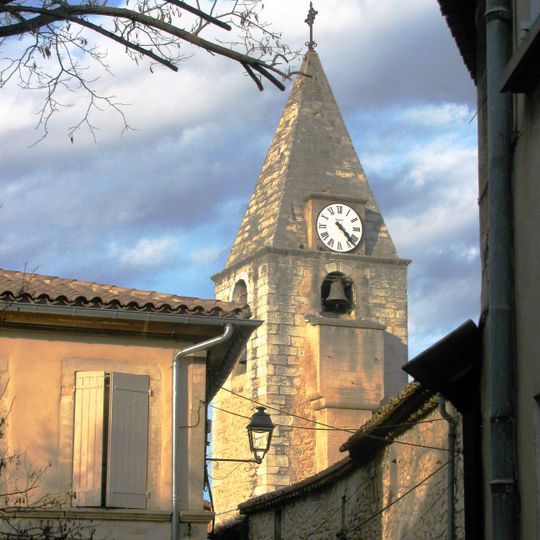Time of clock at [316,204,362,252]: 4:22
